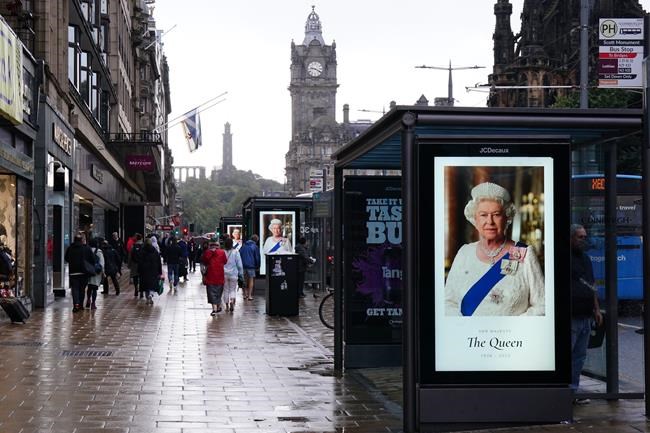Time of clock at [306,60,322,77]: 9:20
